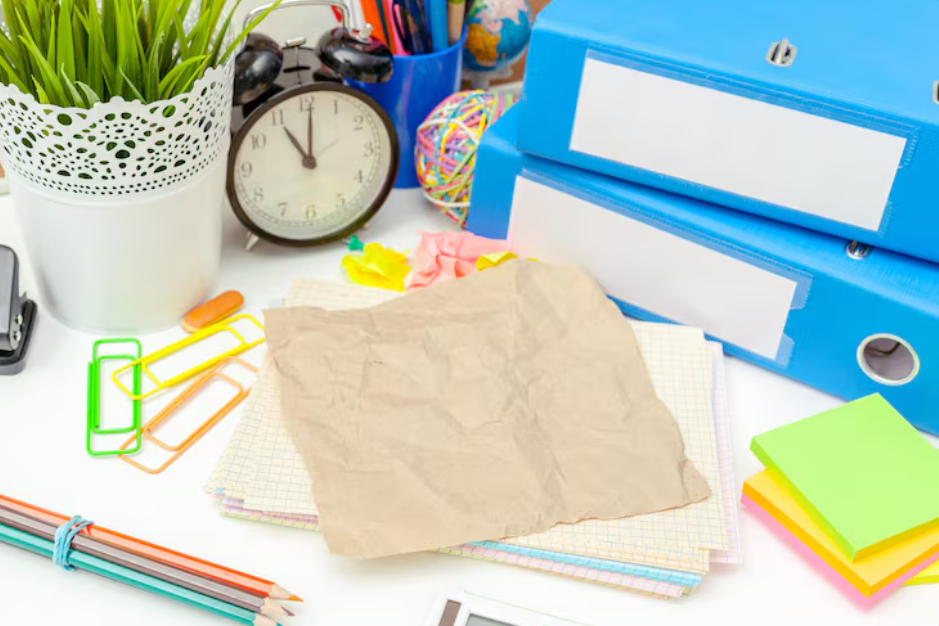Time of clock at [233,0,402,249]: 11:00
